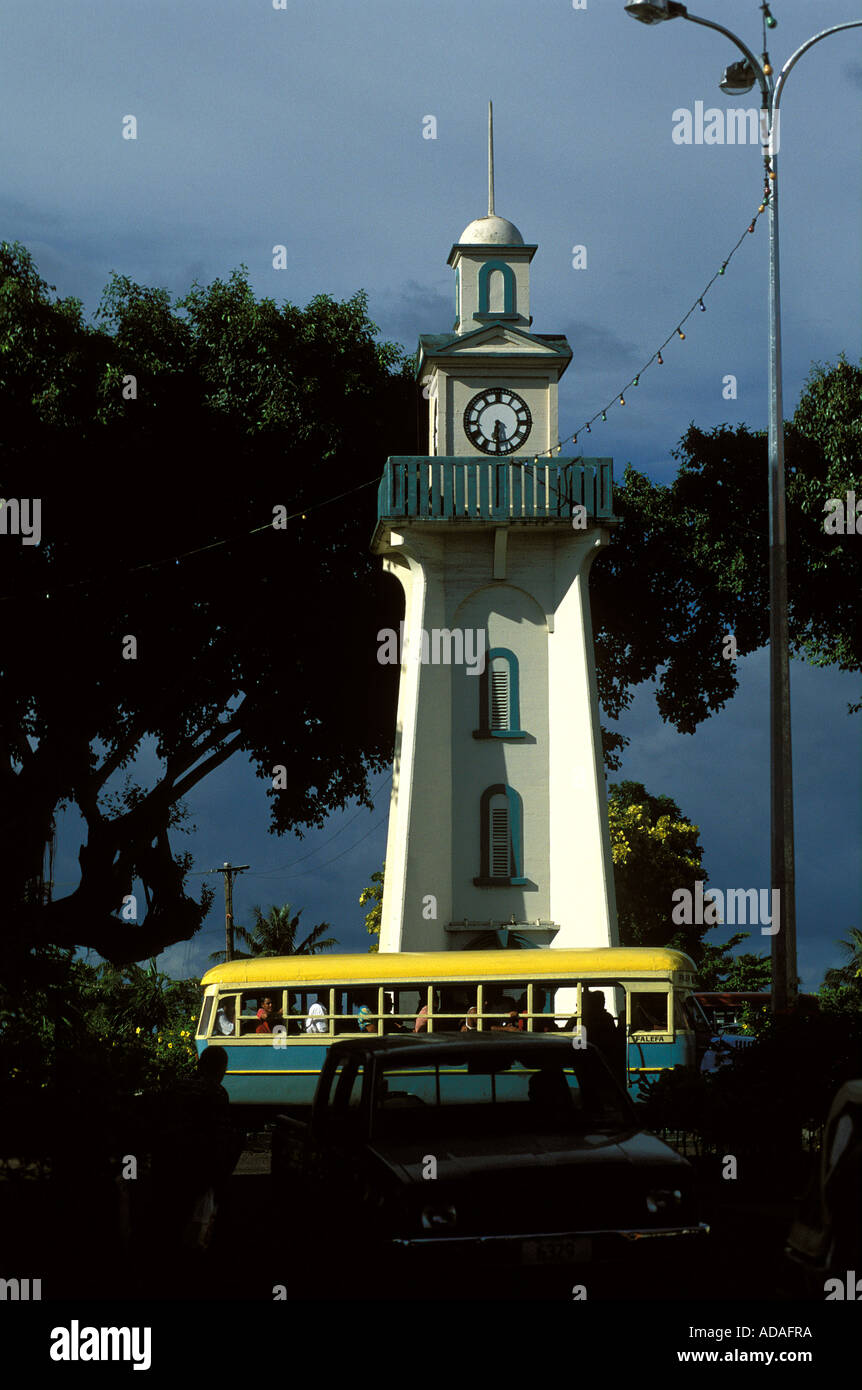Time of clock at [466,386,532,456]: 6:29
